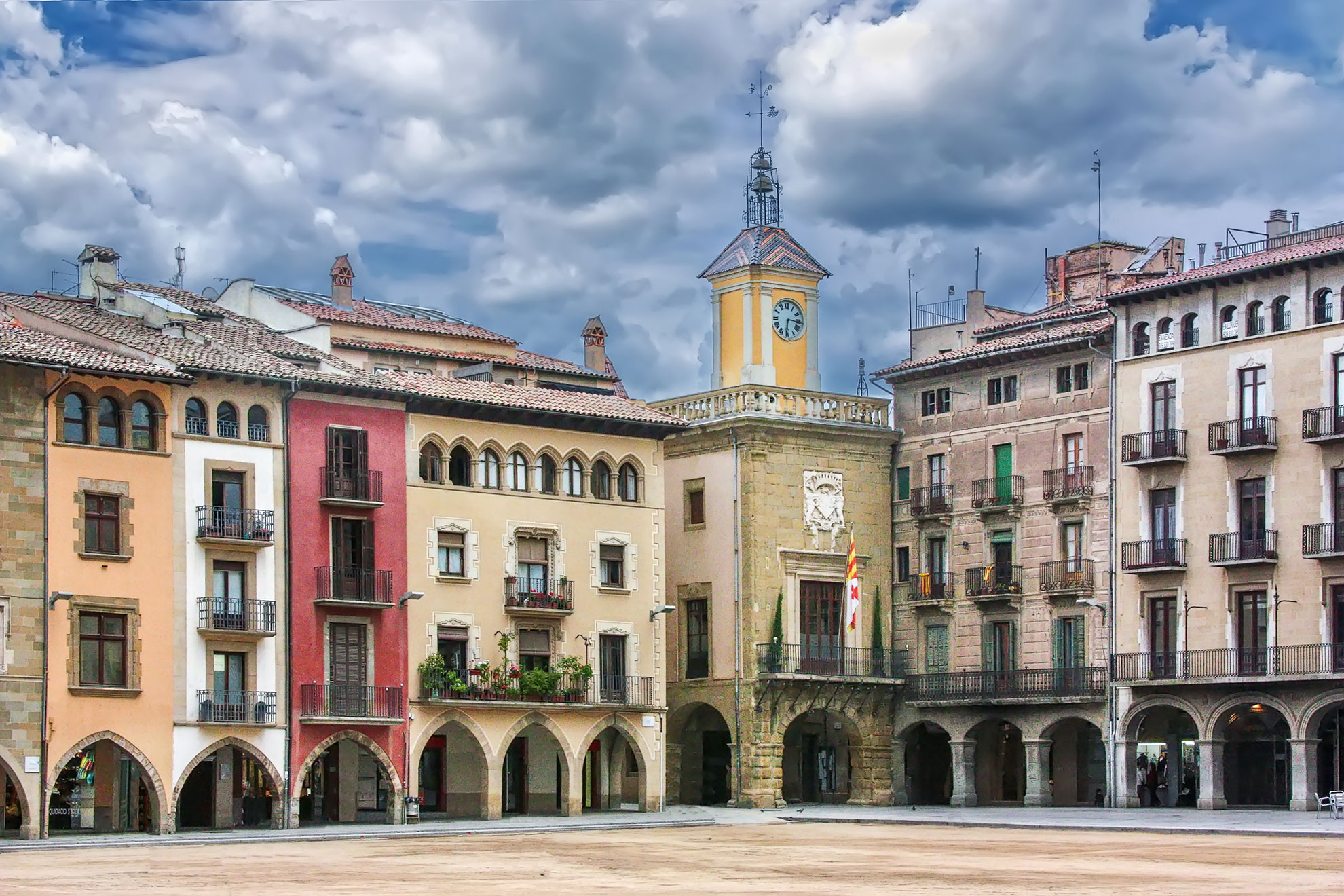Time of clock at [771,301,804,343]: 6:15
